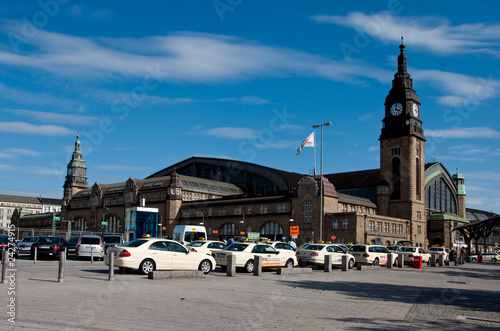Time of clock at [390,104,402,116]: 4:00
